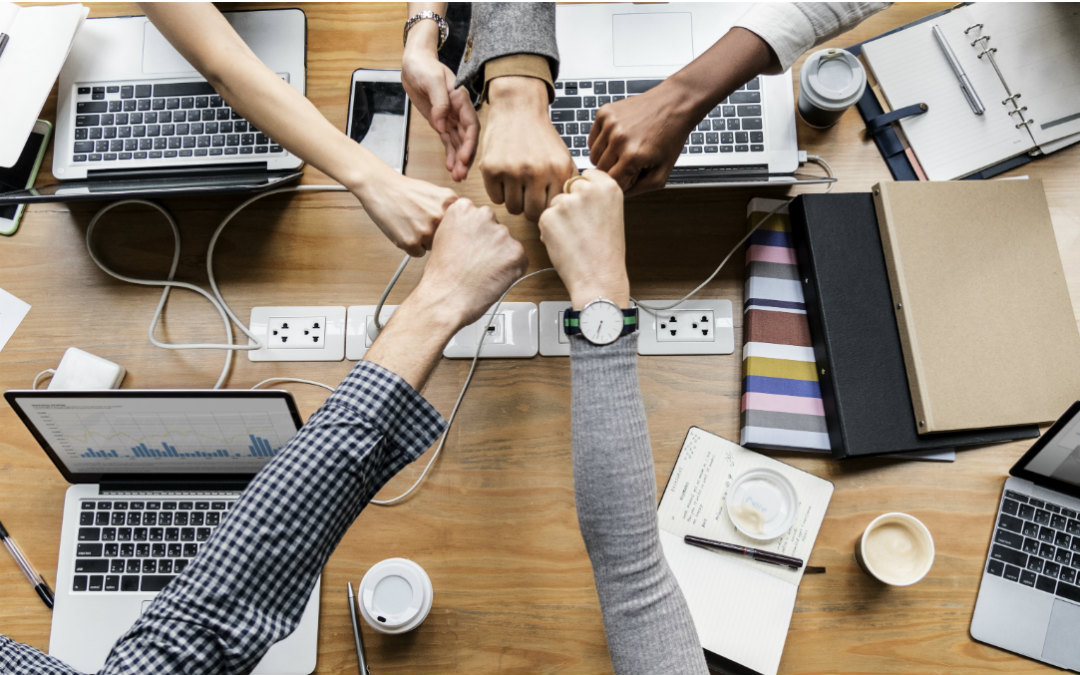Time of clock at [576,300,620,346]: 6:32
